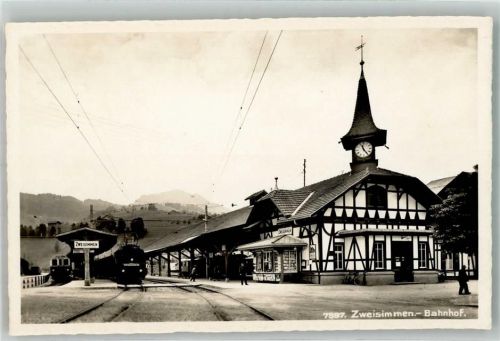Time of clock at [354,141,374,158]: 11:24
